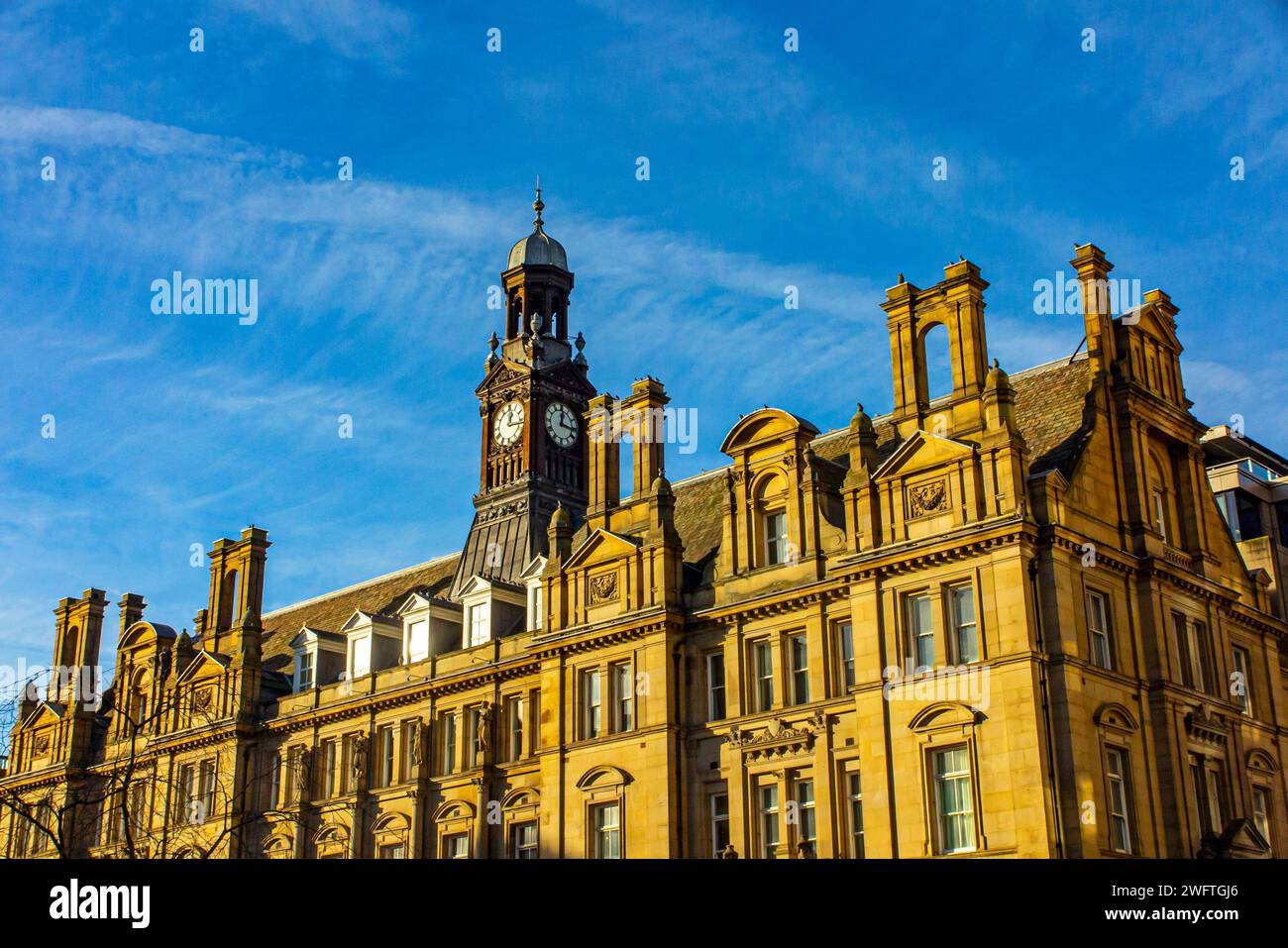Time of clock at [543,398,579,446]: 12:16
